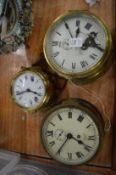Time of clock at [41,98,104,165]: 3:35
